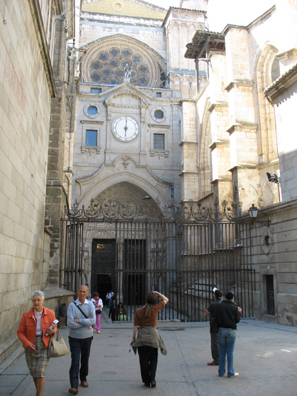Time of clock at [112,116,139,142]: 6:00
